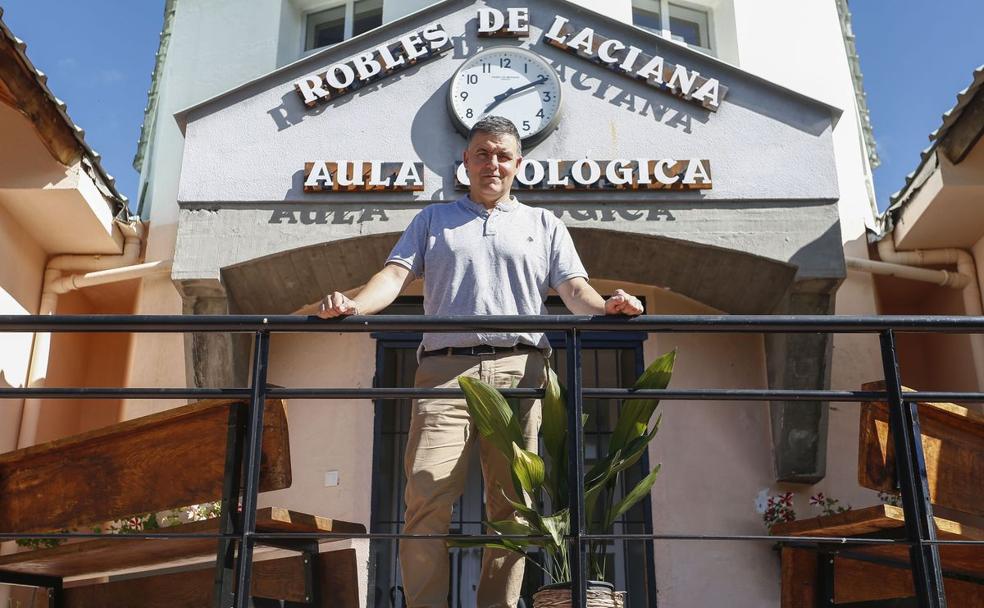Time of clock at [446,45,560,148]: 7:10
